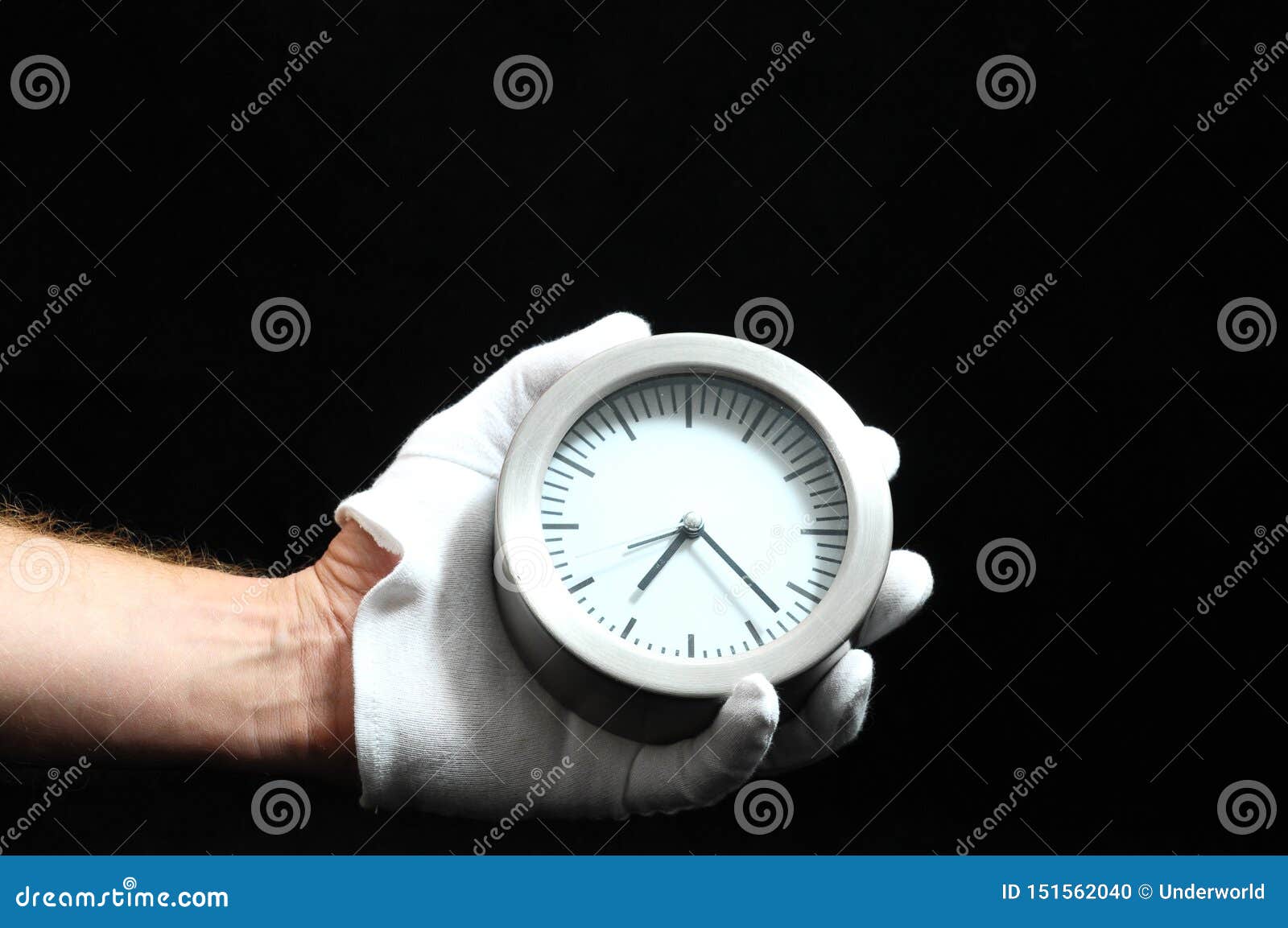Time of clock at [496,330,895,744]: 7:22
